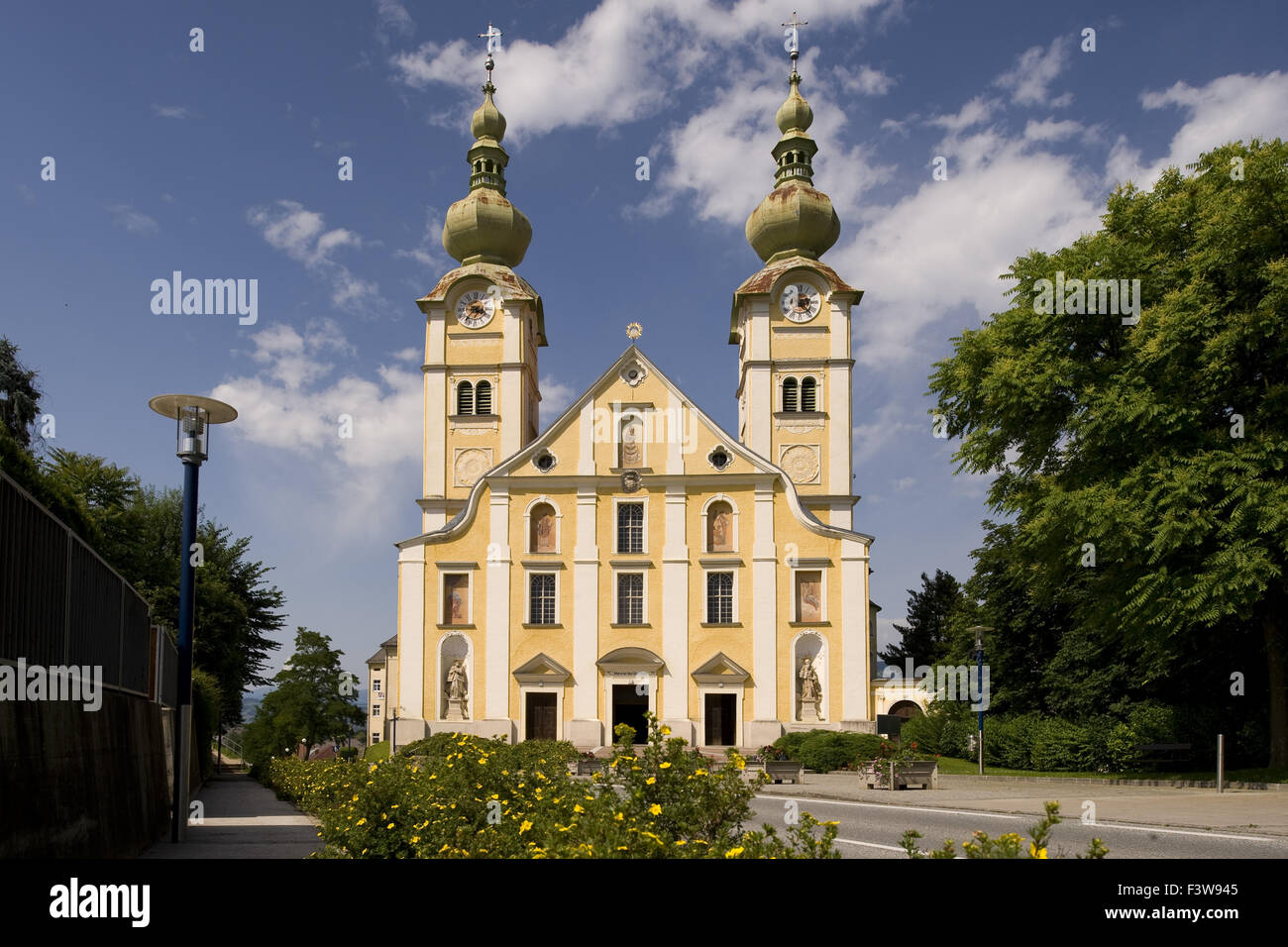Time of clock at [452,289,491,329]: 3:36
